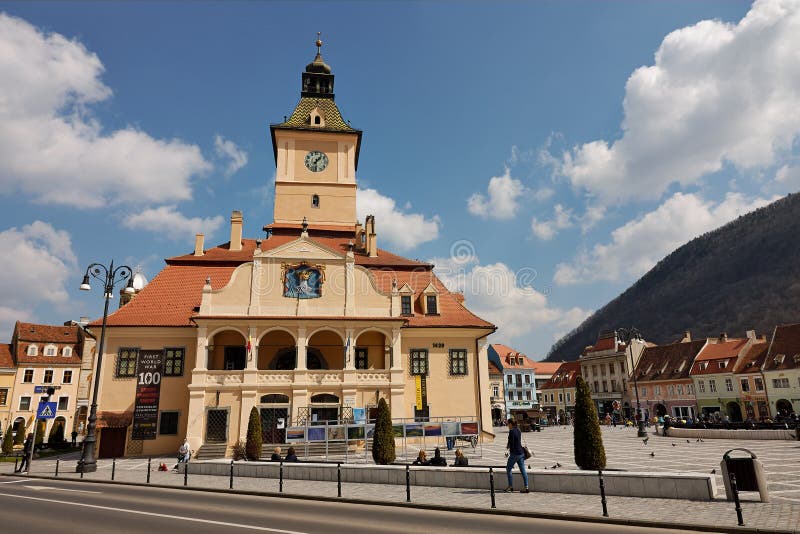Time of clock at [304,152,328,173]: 1:30
